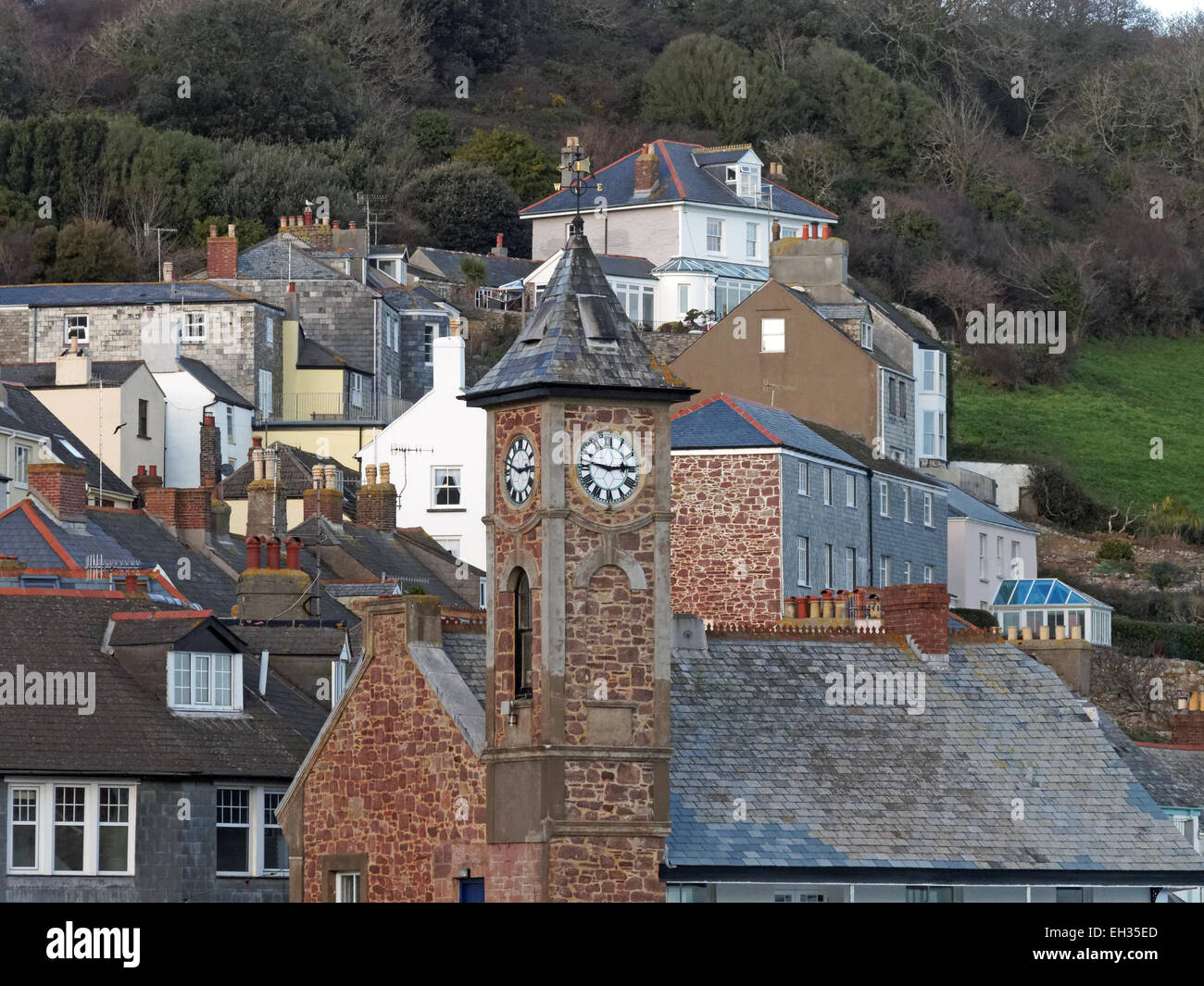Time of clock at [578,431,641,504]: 2:46
